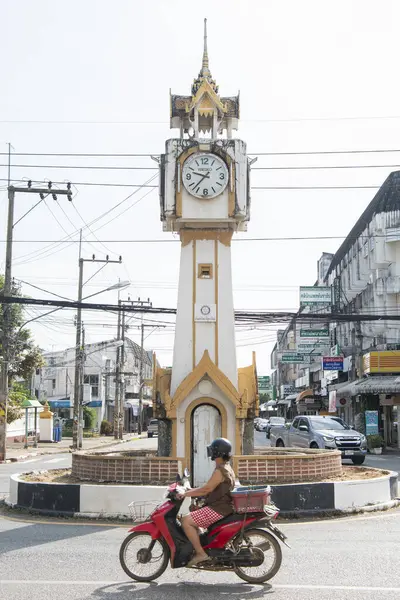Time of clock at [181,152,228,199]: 9:37
